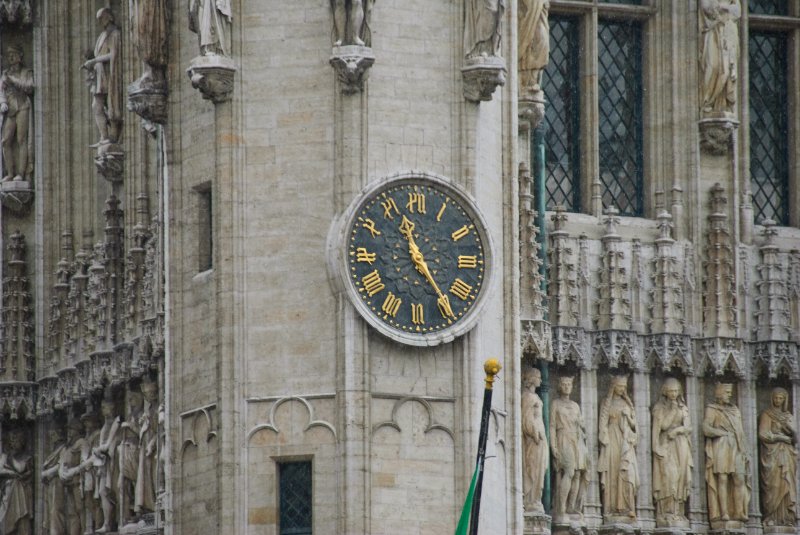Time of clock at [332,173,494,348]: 11:24
